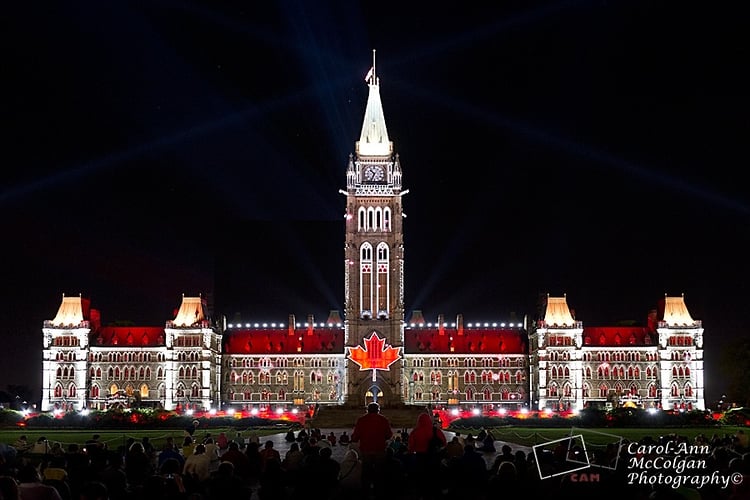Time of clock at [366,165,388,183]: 10:34
